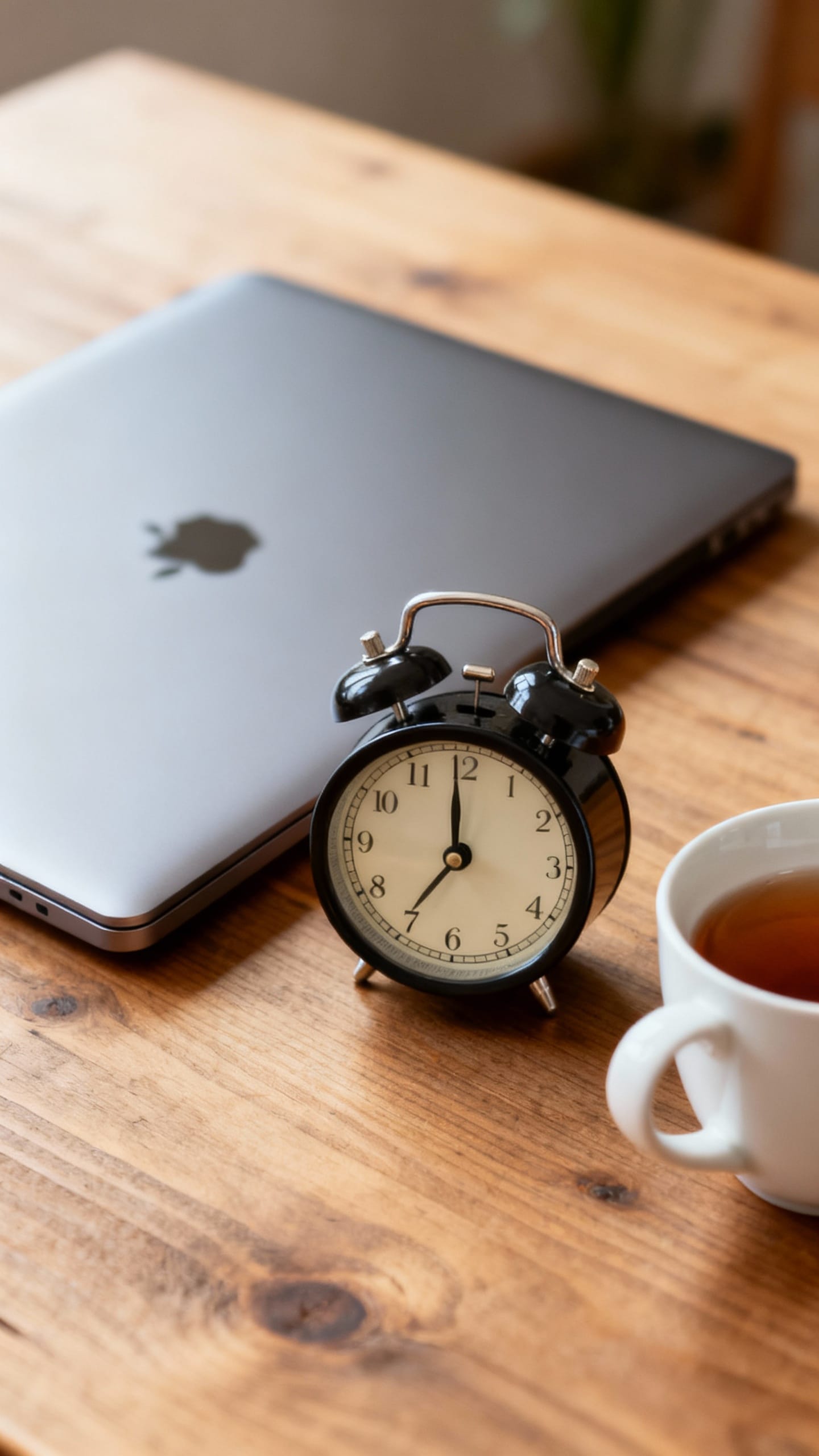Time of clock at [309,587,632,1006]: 6:59
